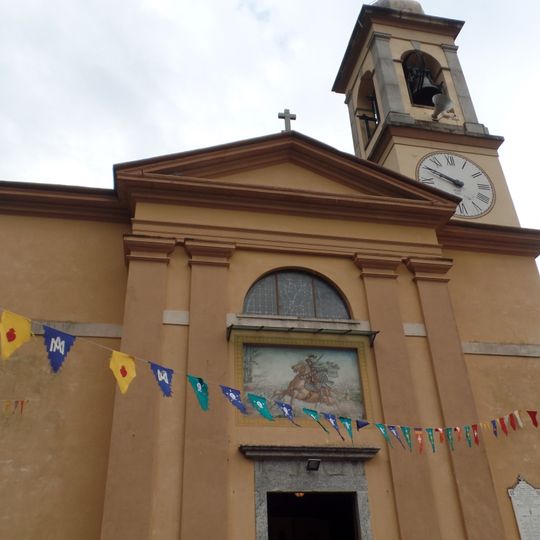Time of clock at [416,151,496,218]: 9:50
